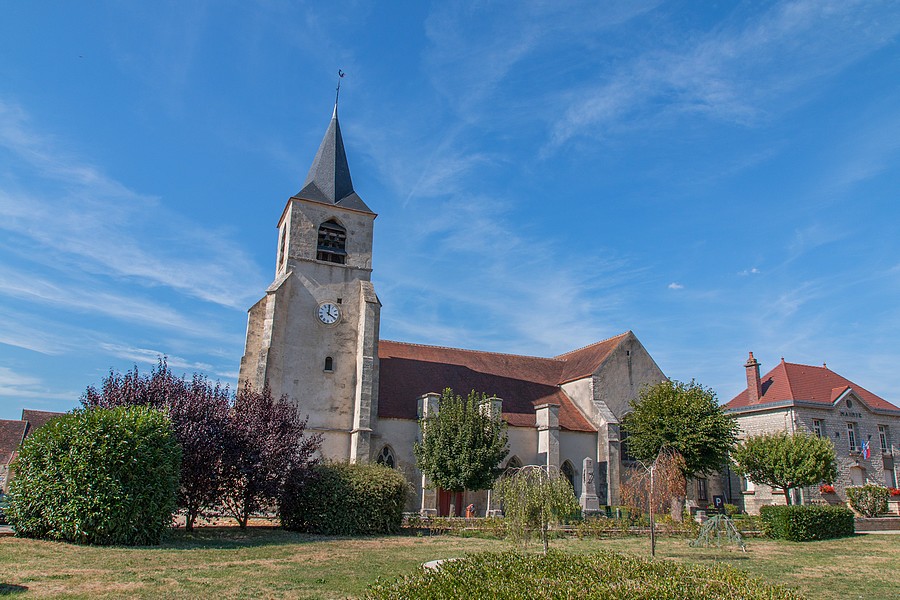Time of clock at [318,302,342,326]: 4:01
